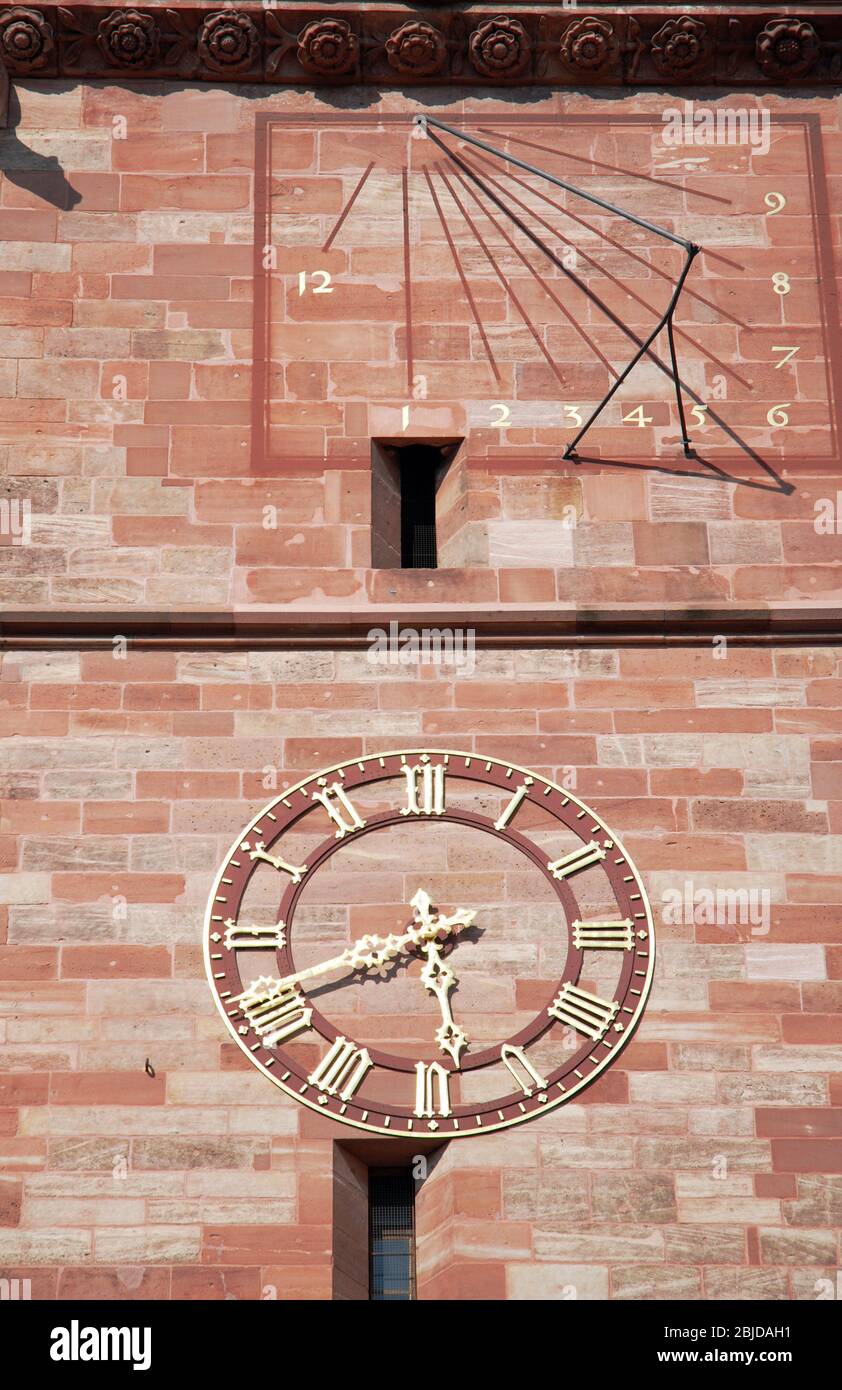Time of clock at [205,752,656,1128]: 5:40
